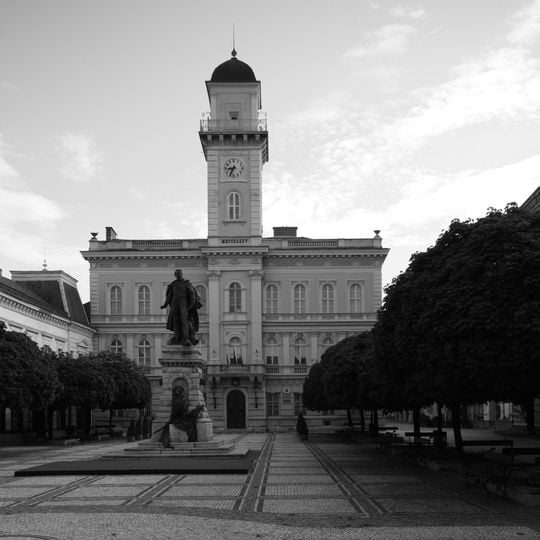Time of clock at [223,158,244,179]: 8:34
